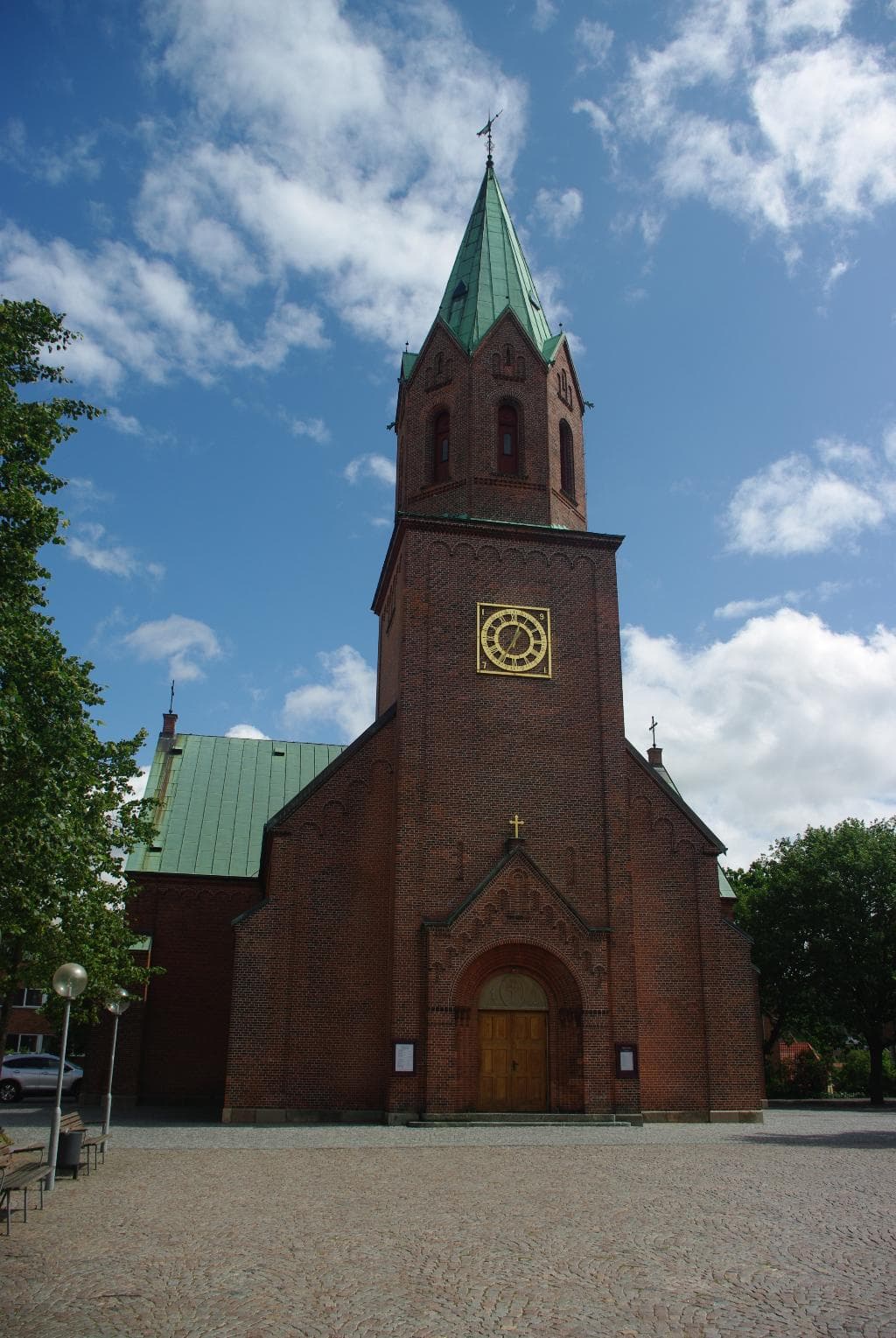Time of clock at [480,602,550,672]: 7:03
